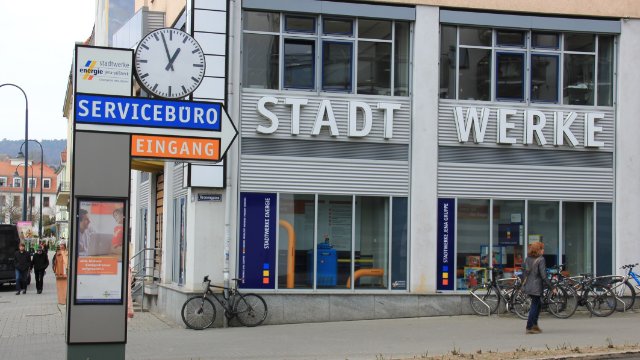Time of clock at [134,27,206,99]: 12:57
